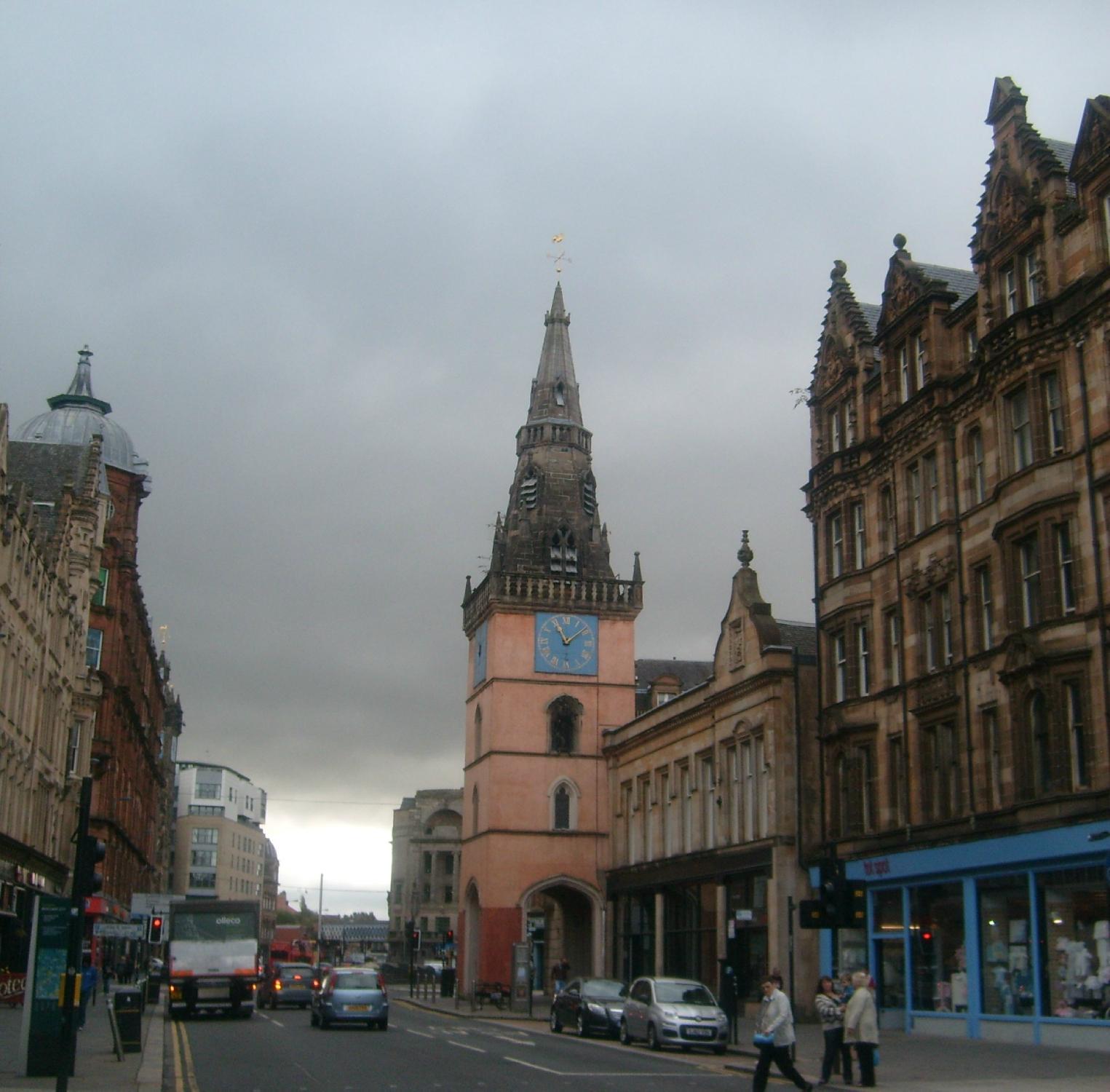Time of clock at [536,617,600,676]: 11:08
